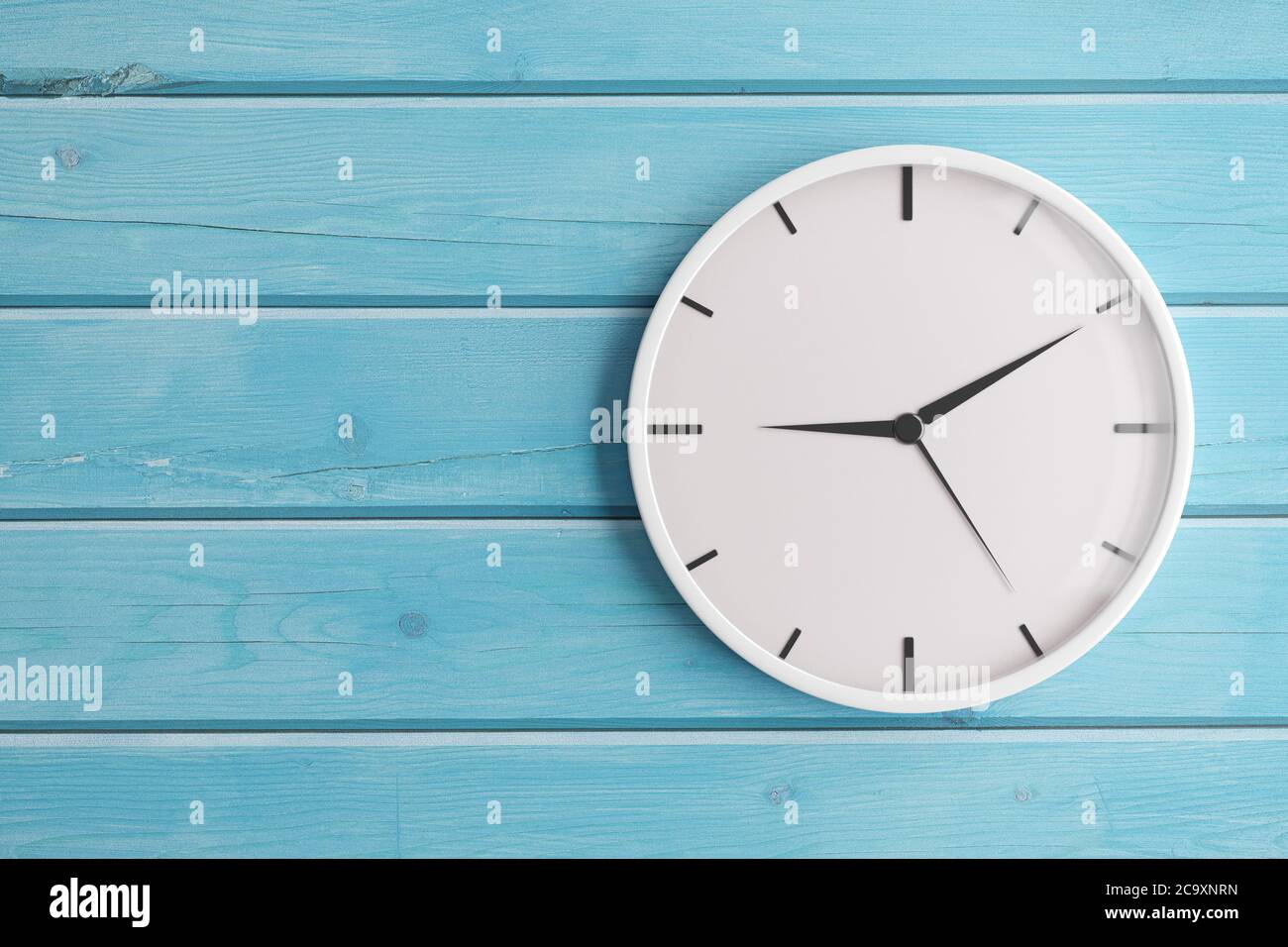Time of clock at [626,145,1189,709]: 9:10
